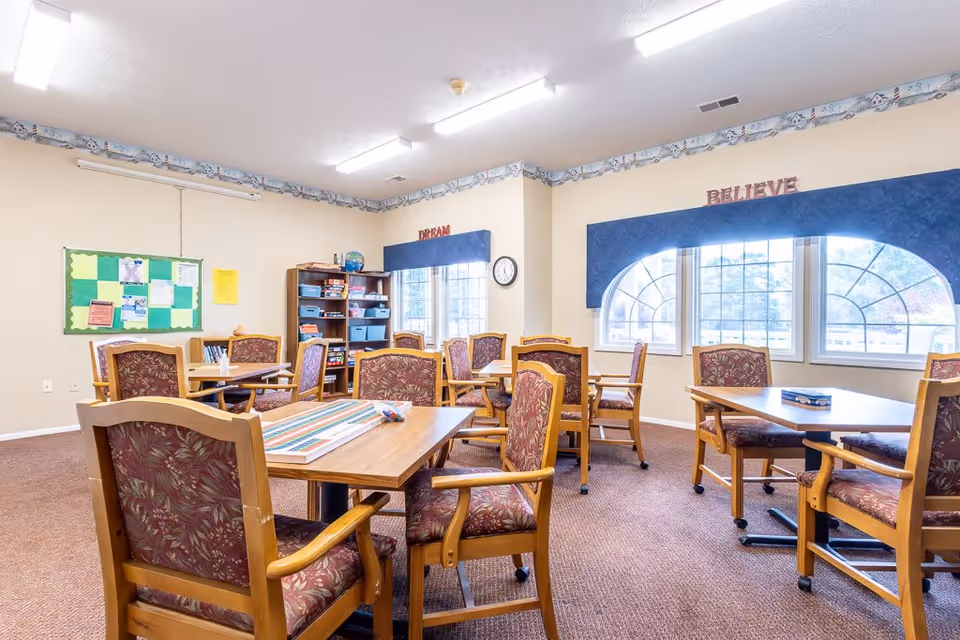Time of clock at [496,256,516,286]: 12:26
